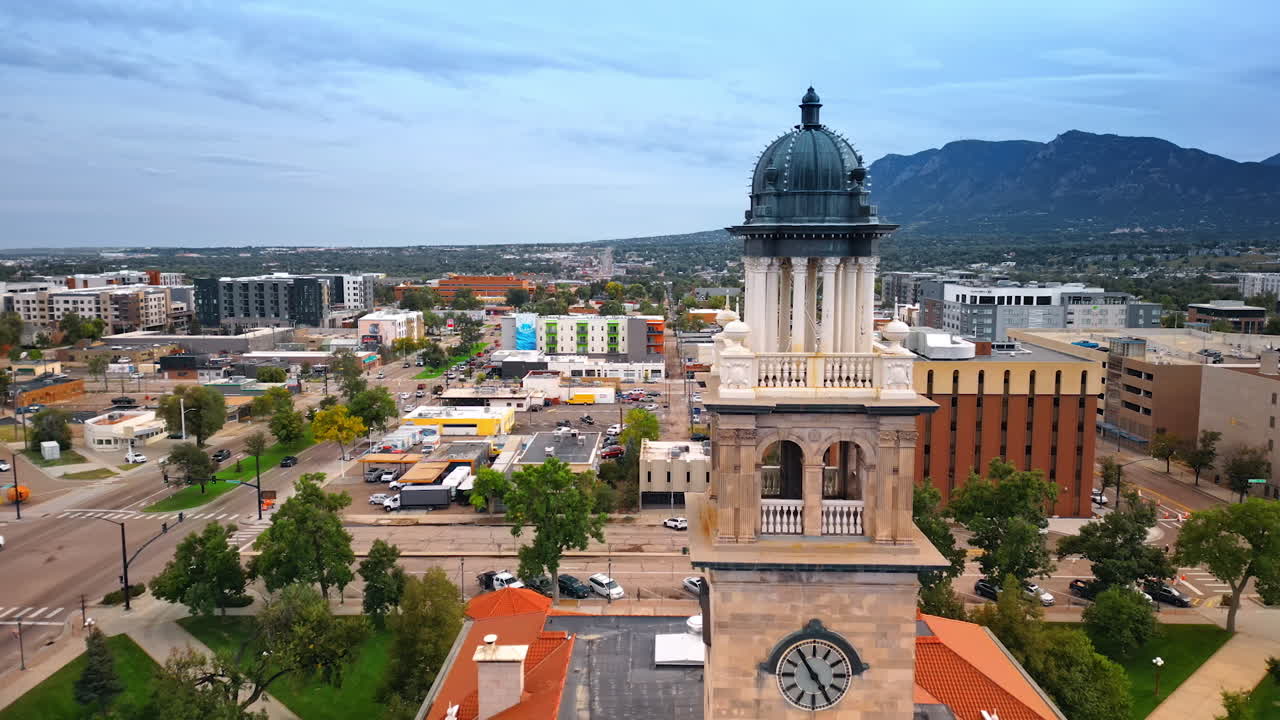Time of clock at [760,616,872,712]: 4:54
